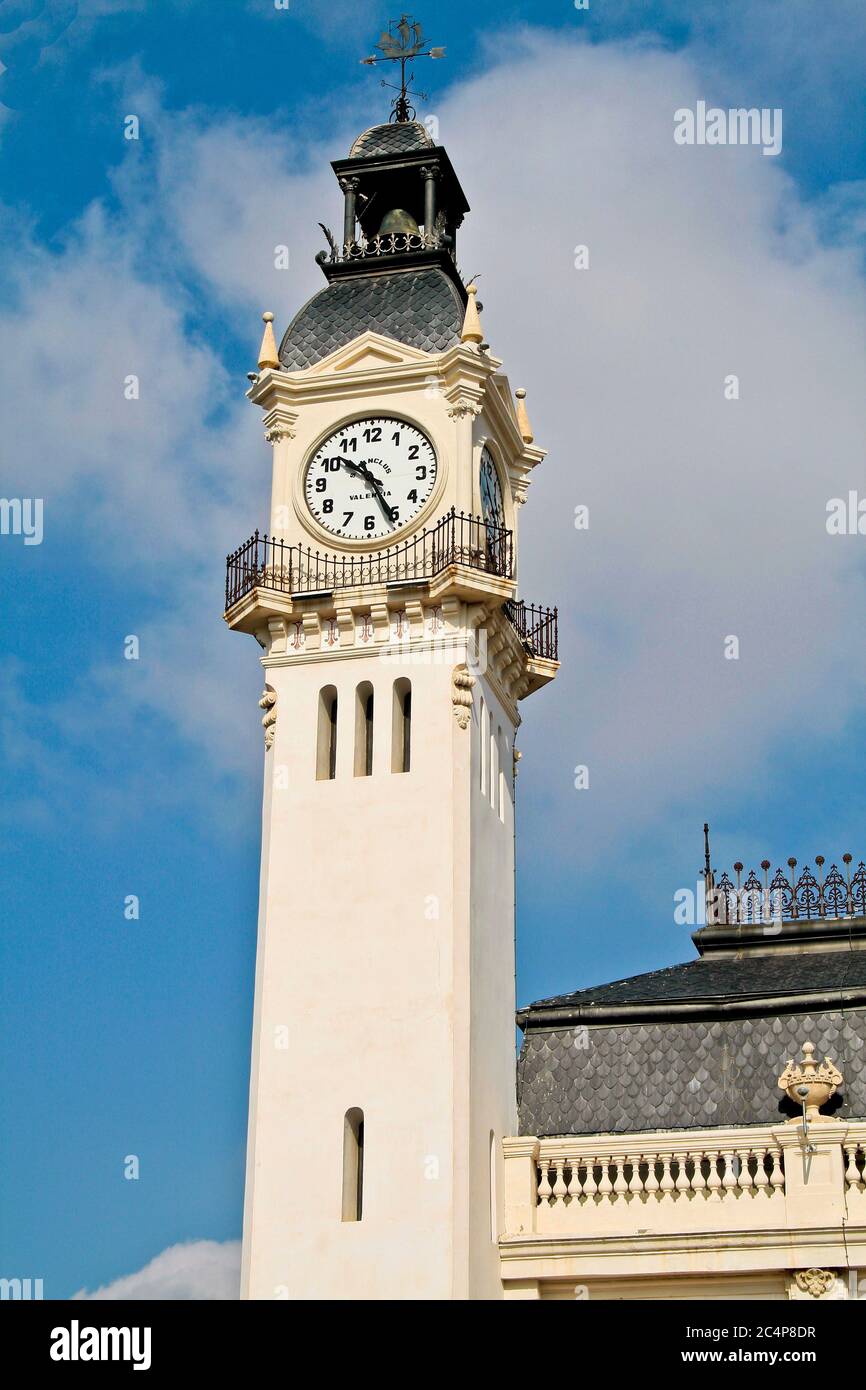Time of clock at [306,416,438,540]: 10:25
